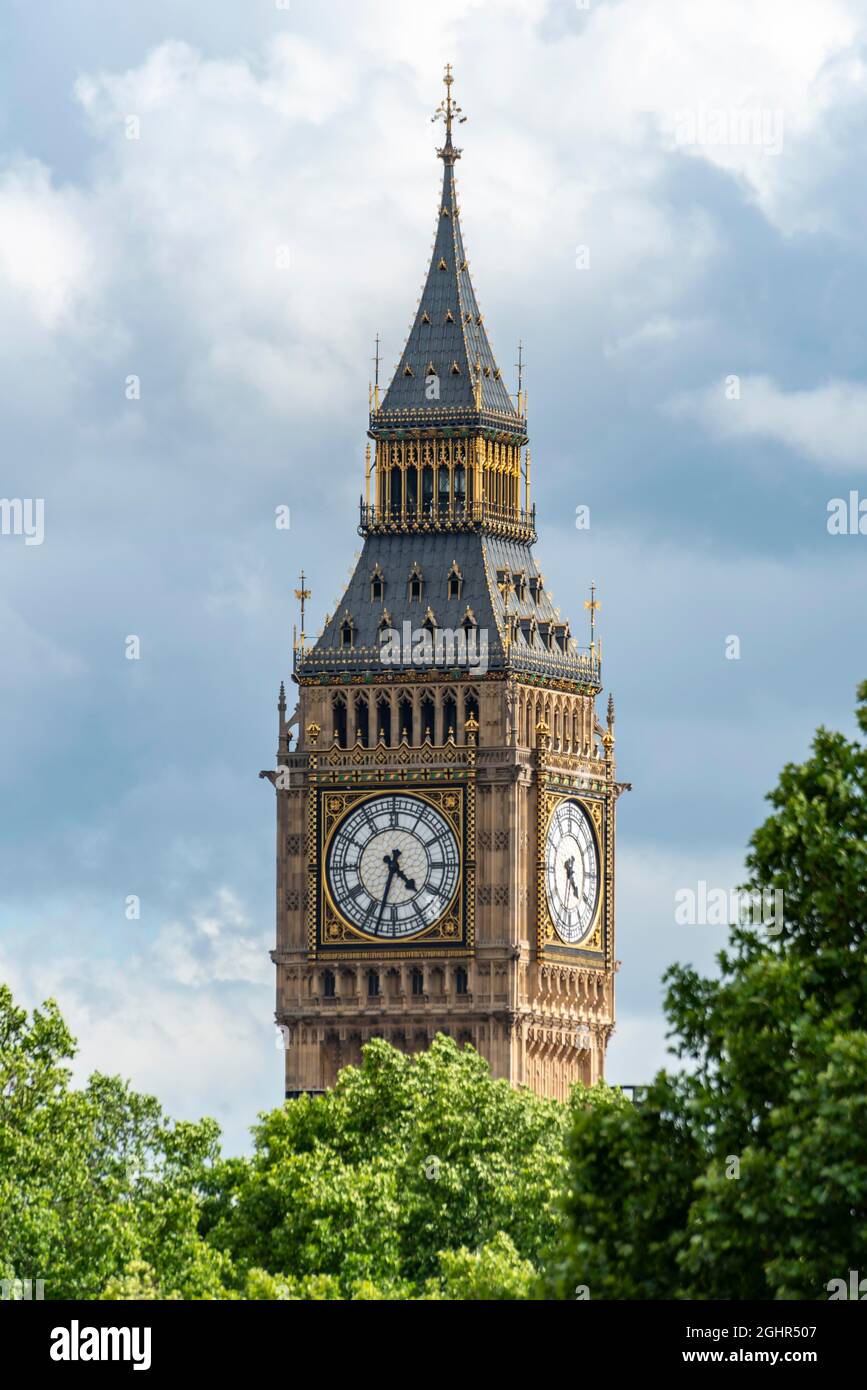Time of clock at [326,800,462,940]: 4:32
